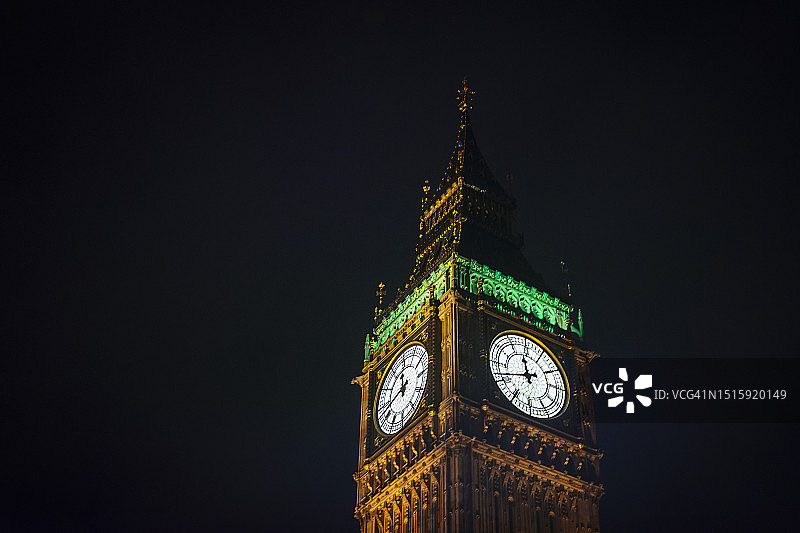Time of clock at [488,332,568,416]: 11:41
